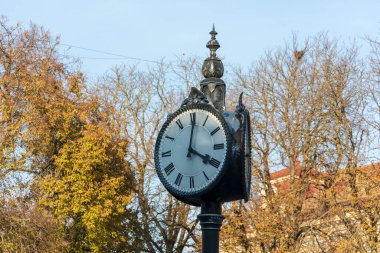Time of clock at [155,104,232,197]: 4:01
